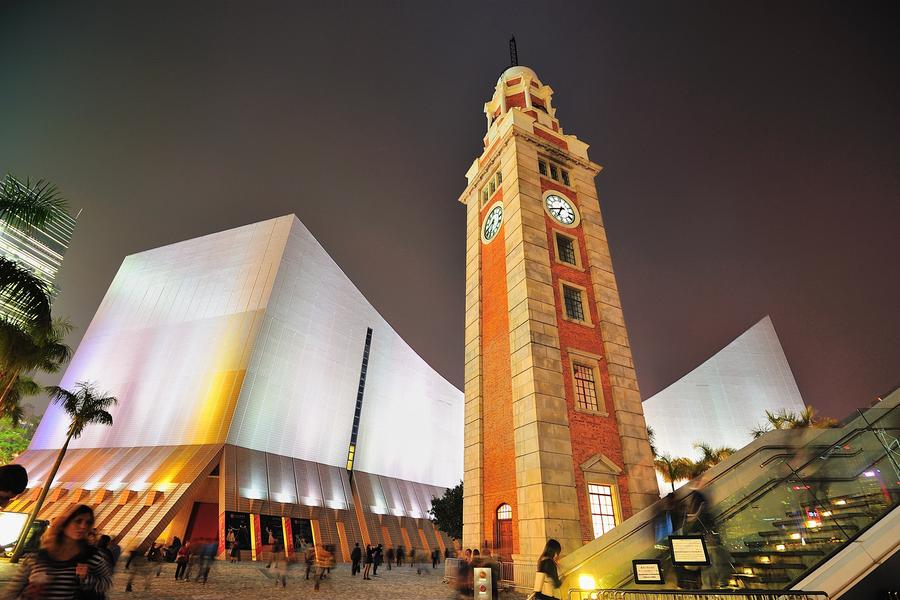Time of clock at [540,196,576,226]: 6:41
